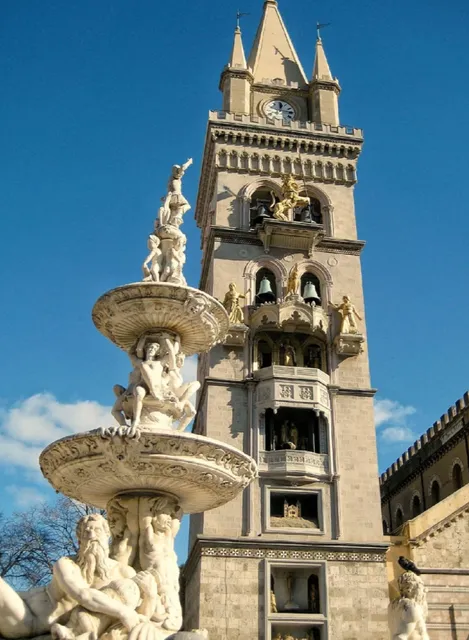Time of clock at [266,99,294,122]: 12:14
